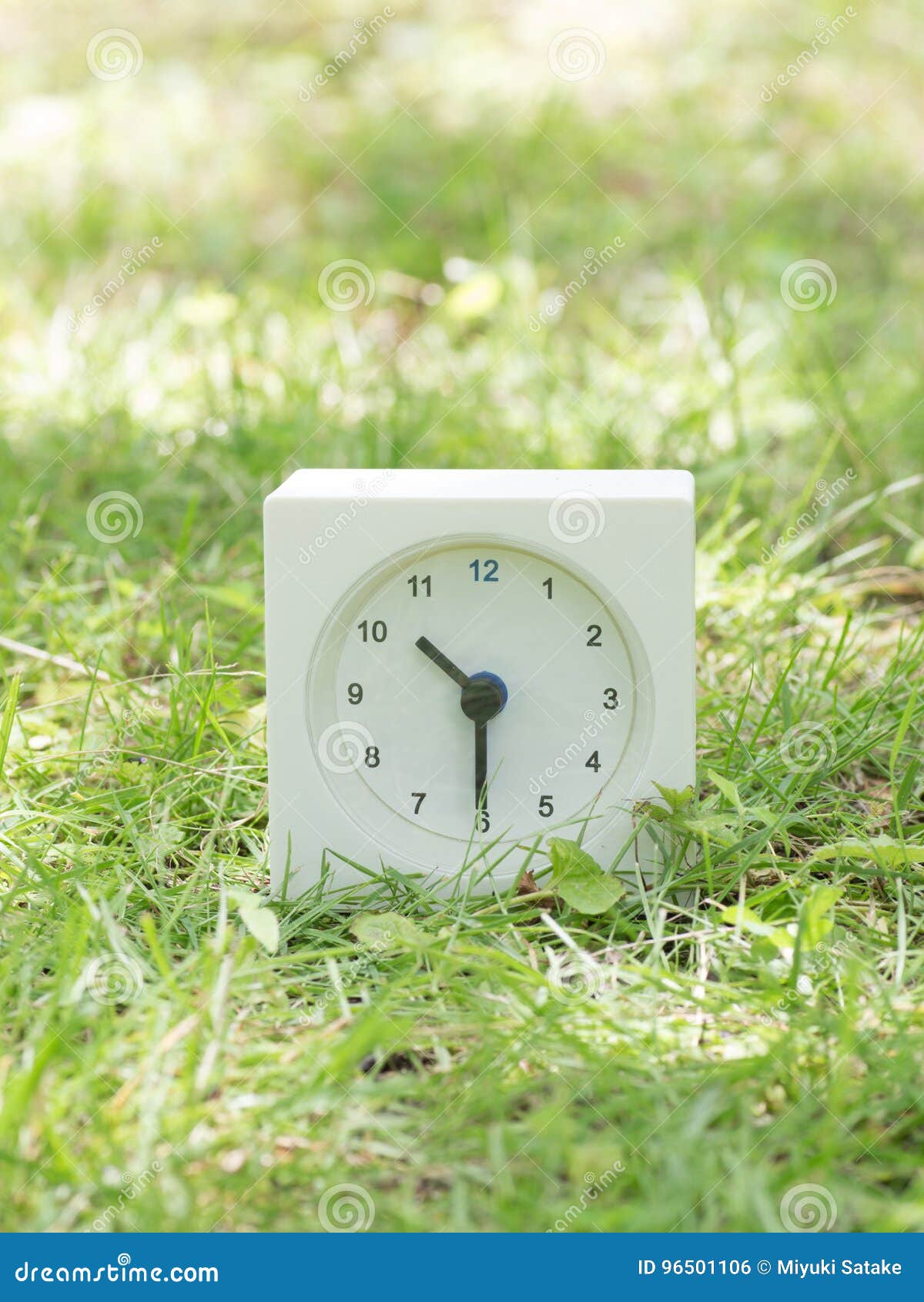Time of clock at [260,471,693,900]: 10:30
